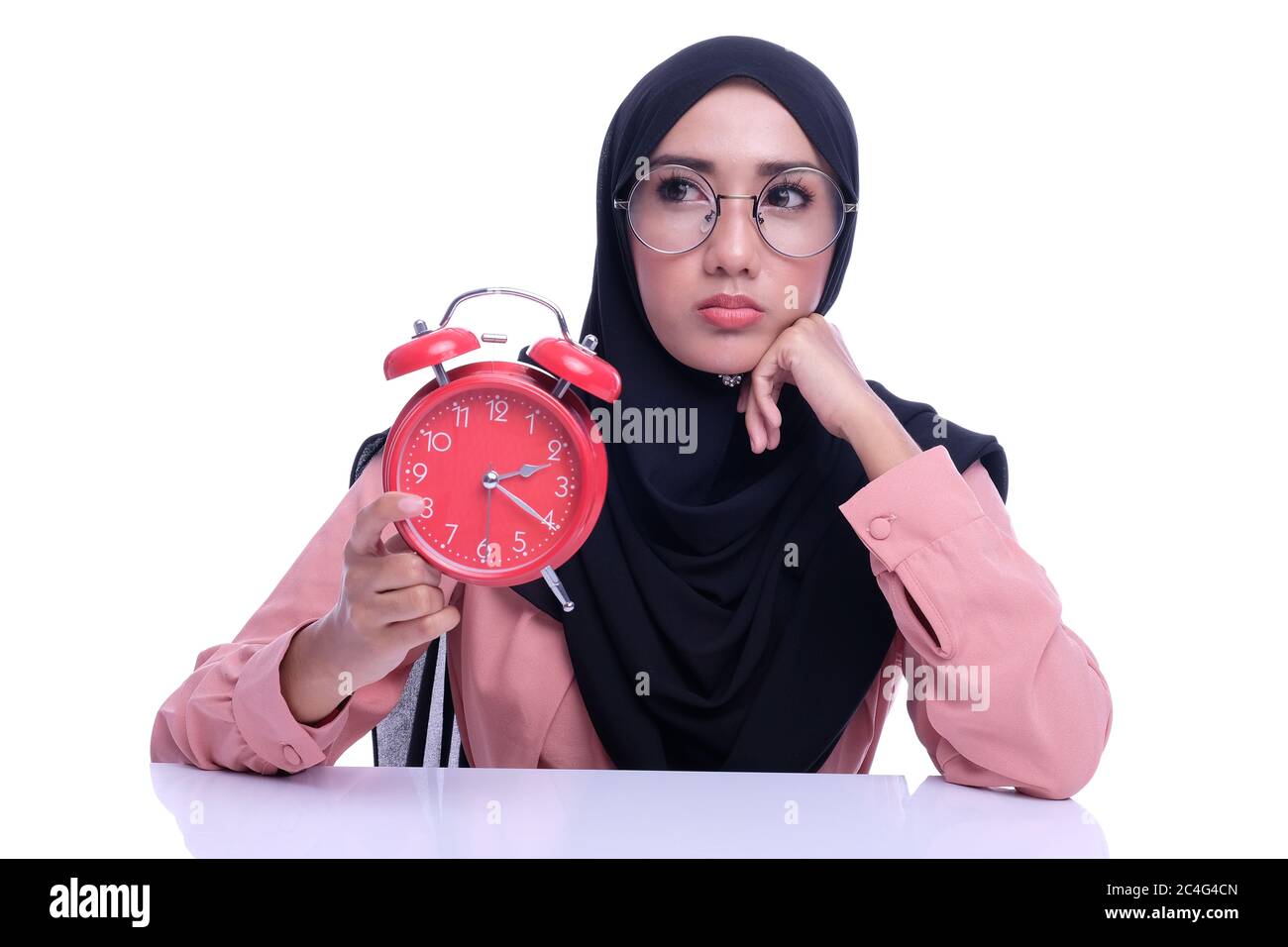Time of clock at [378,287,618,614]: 2:20
